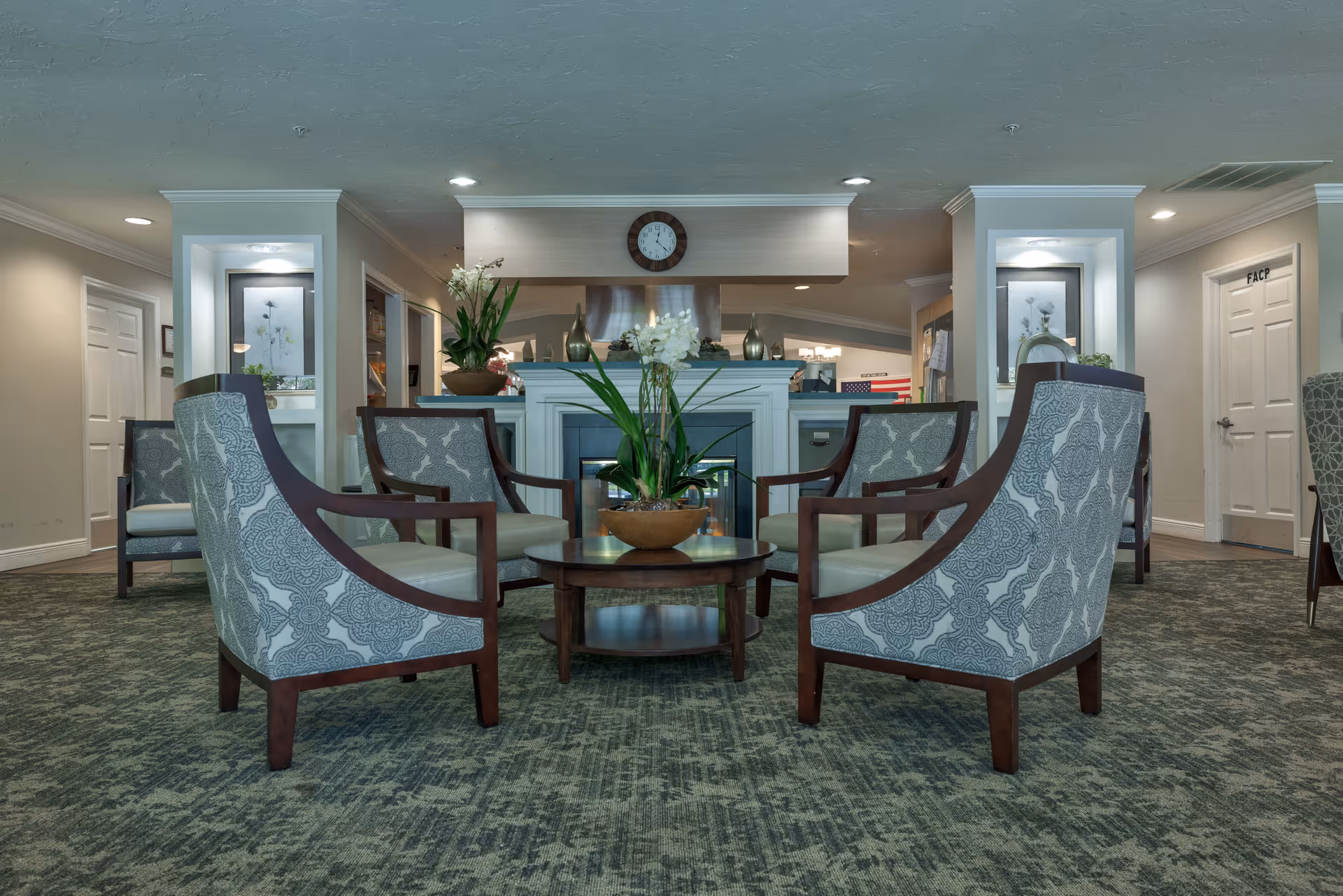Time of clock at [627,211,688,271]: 12:22
